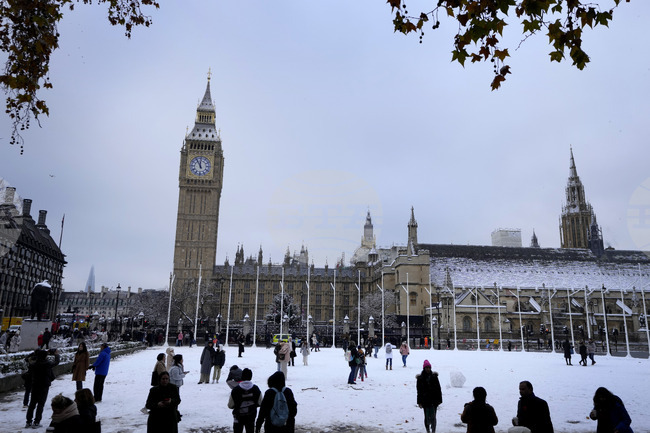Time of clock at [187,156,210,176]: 11:55
